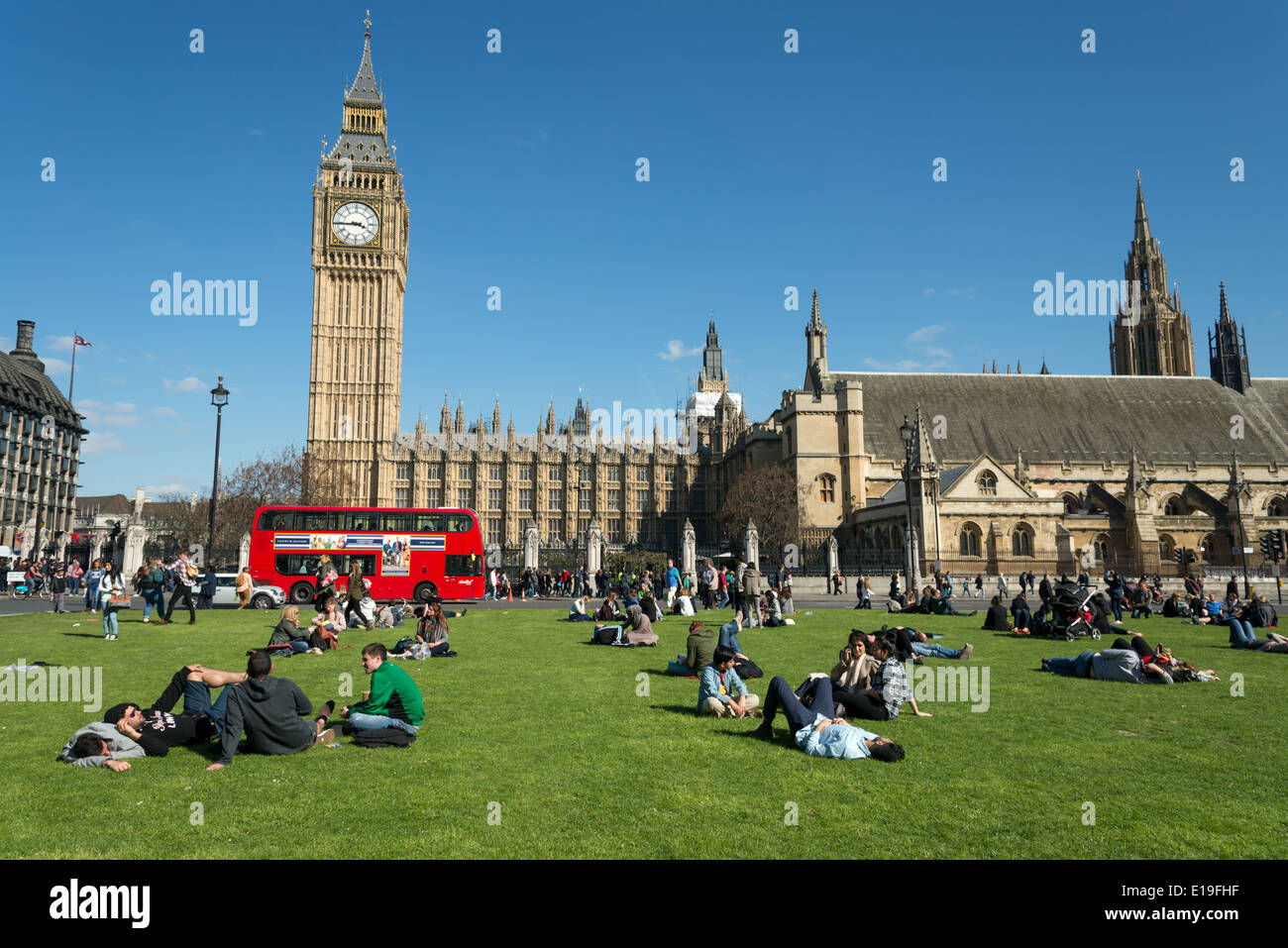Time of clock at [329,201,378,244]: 3:44
